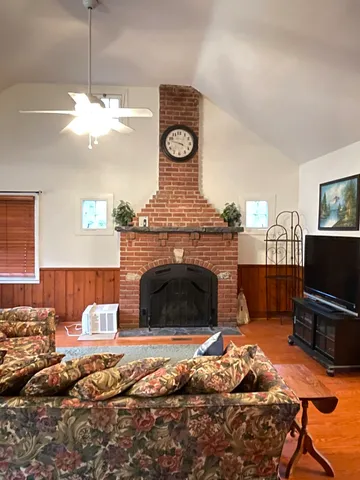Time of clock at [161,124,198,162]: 3:47
